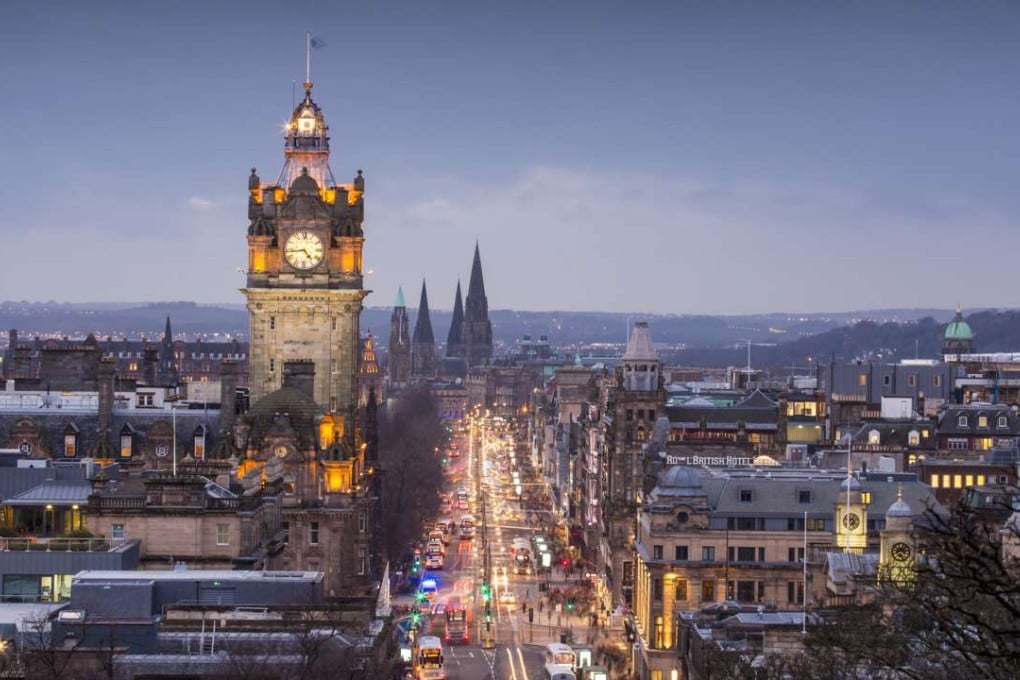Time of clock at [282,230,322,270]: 4:43
